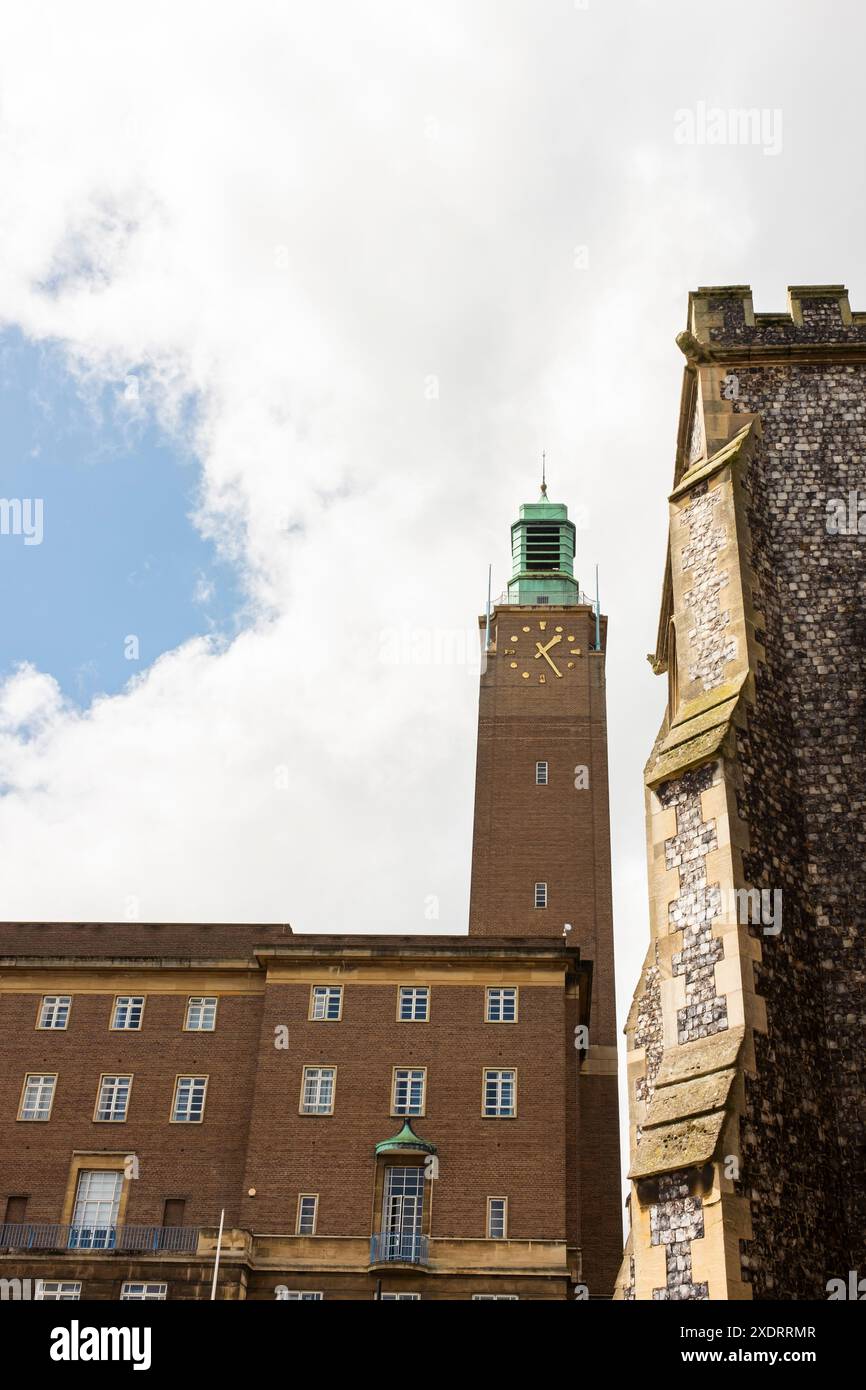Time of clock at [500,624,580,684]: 1:24
